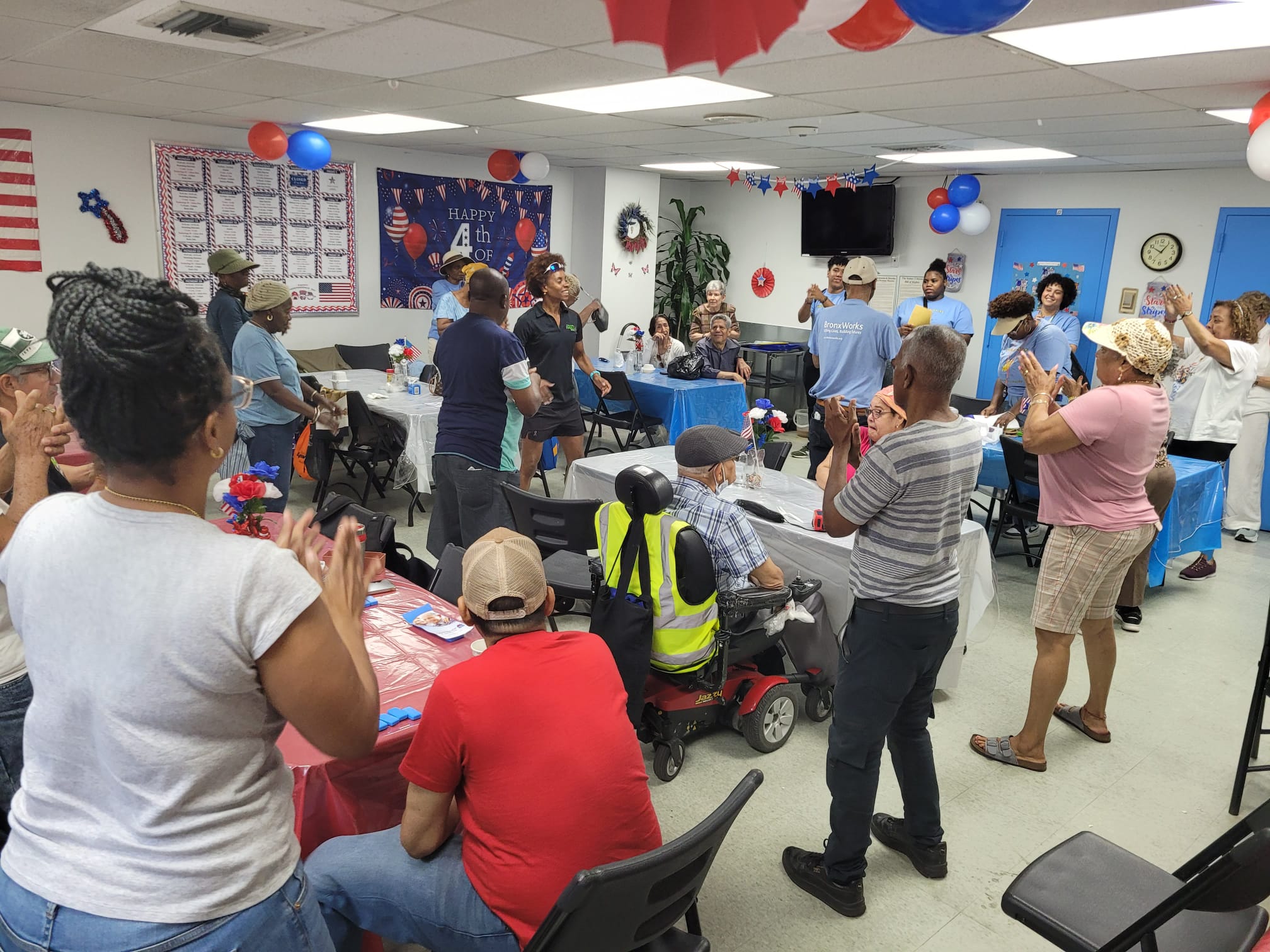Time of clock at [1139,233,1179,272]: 10:06
